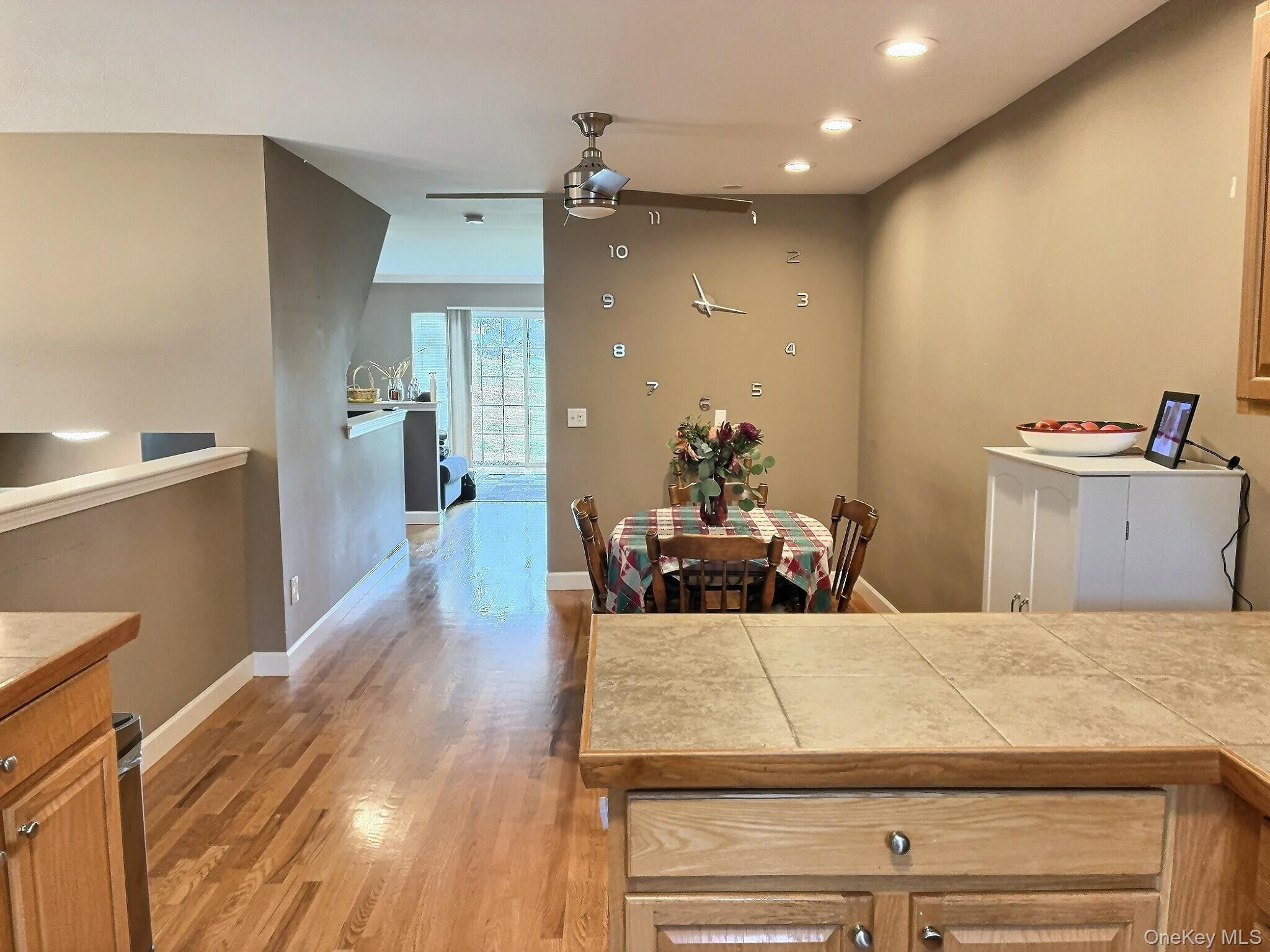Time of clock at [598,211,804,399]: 11:16
